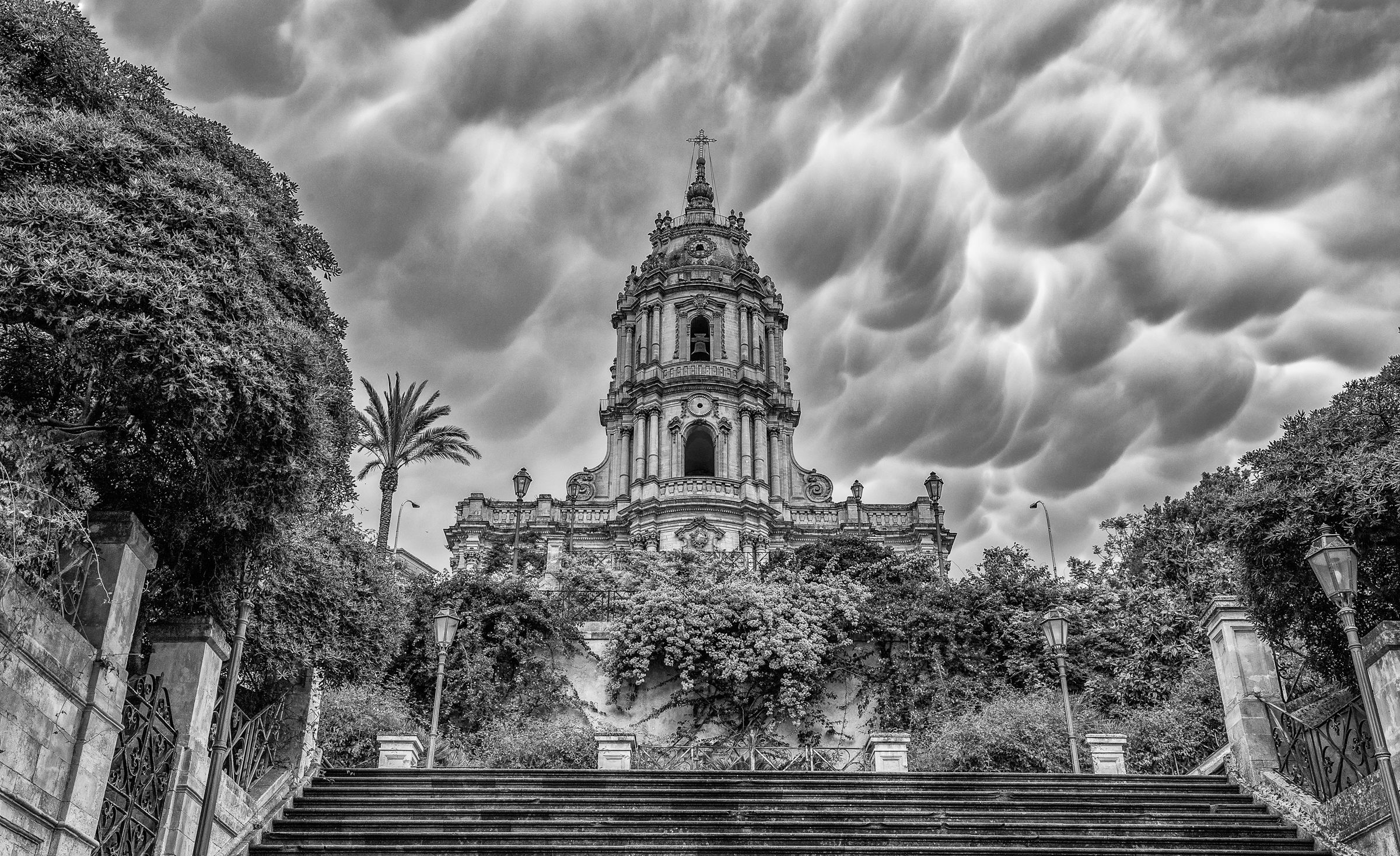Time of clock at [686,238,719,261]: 7:21
